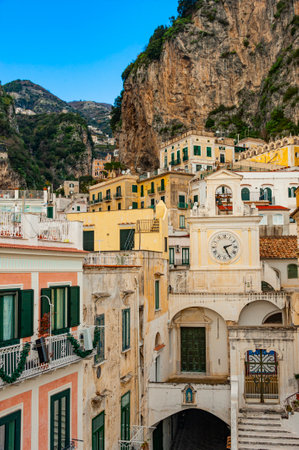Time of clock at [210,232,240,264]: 2:25
